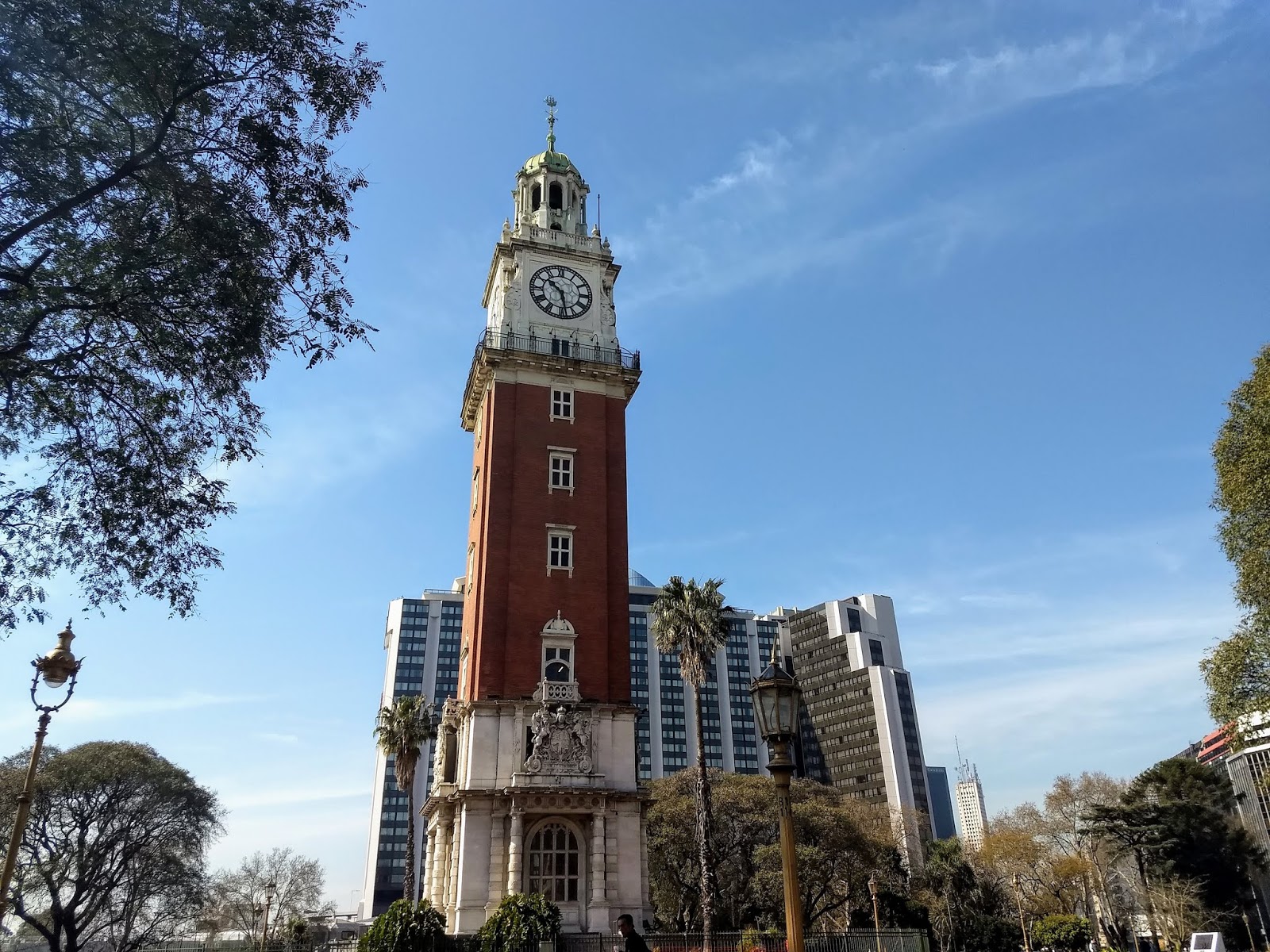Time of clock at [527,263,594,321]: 10:28
